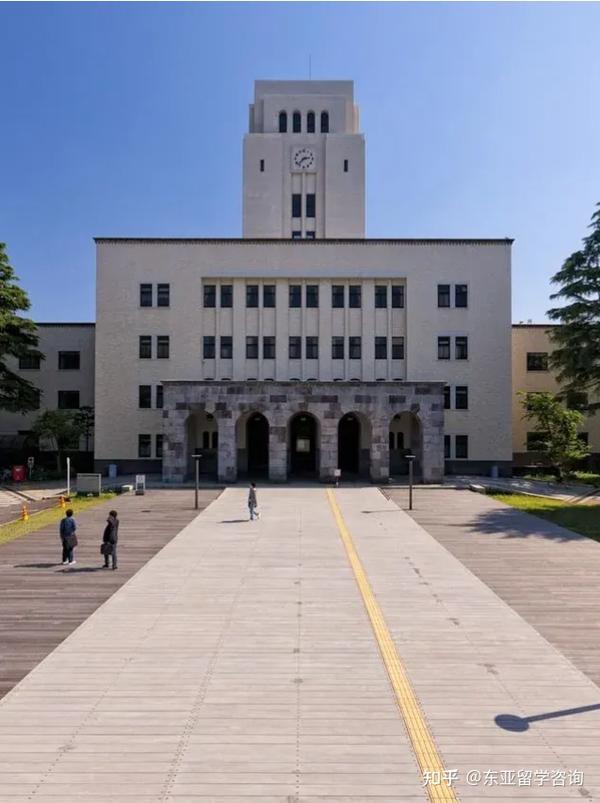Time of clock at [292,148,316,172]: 2:37
